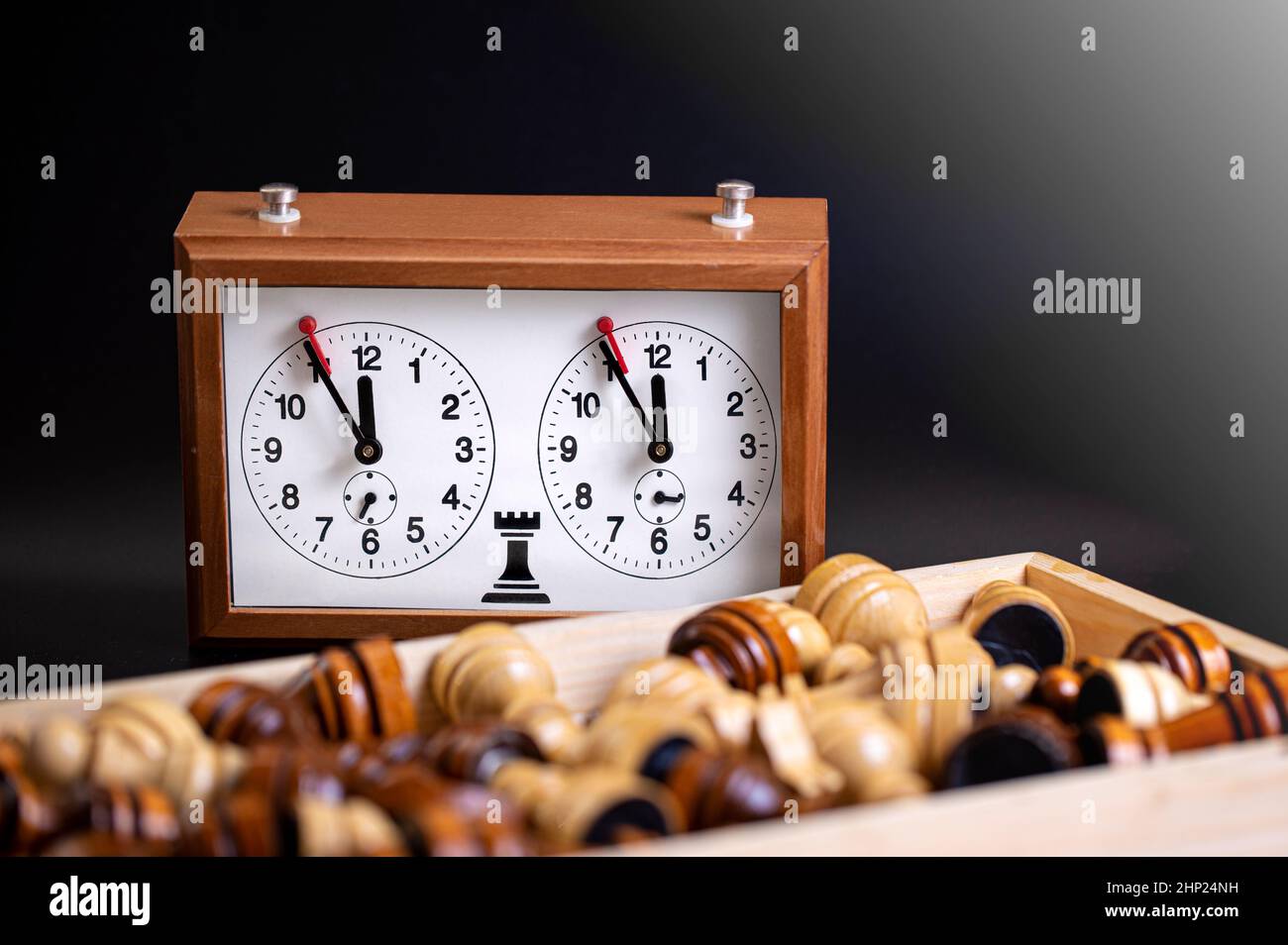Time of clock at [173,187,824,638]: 11:55
